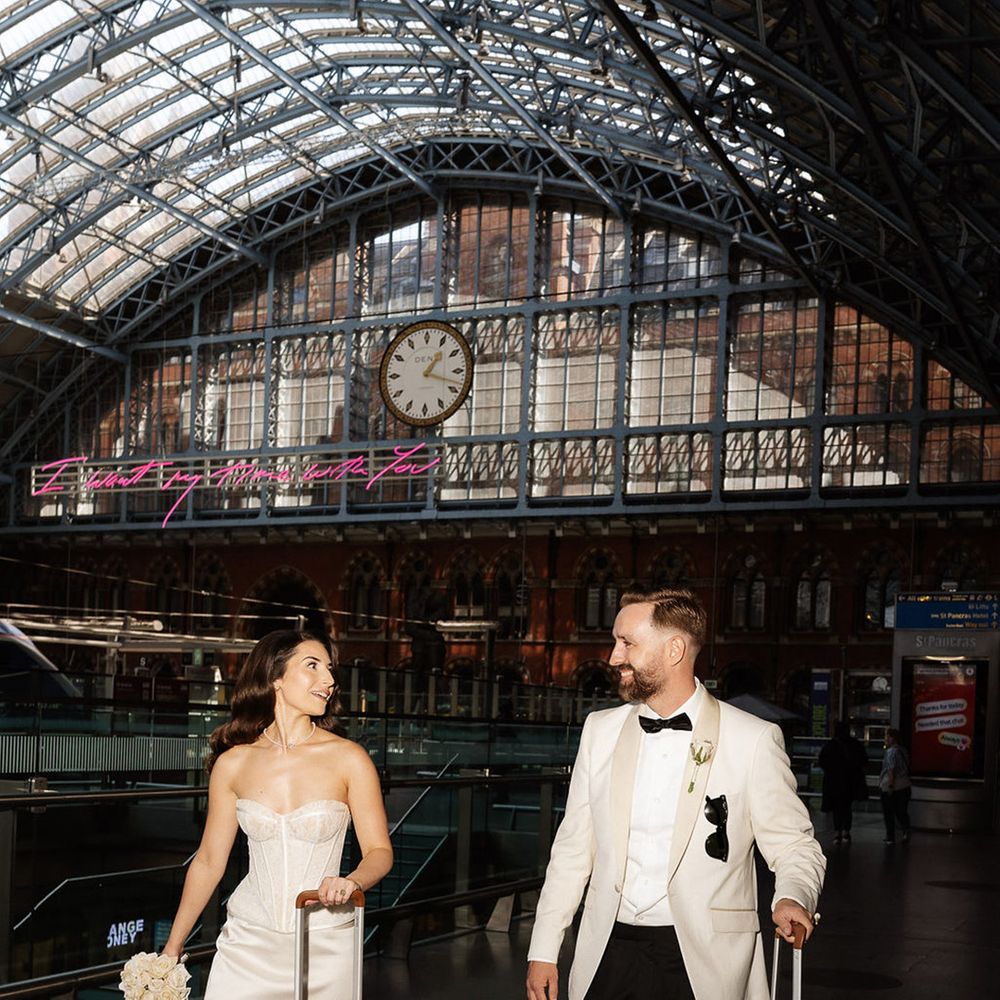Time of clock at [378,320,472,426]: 1:18
